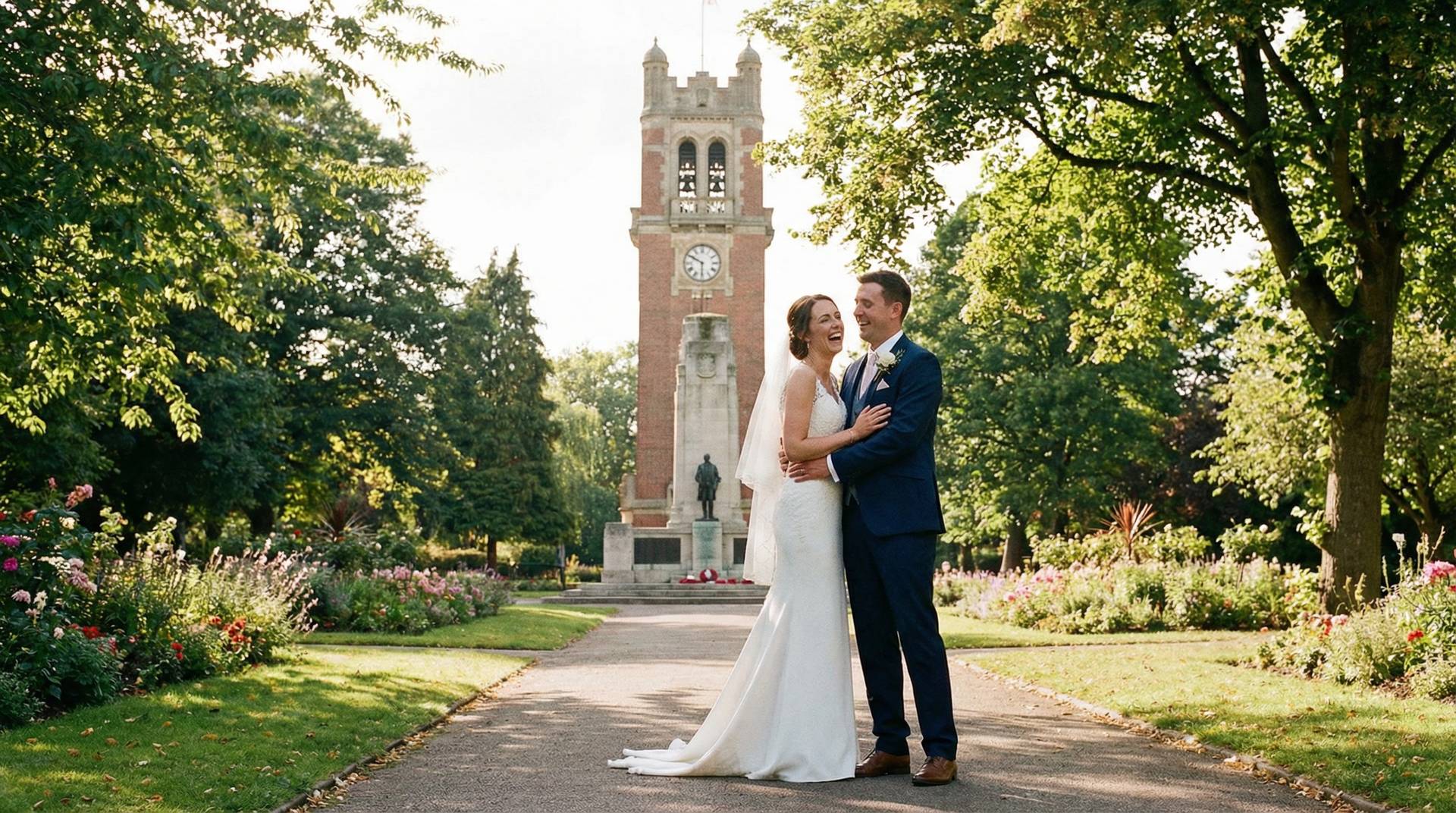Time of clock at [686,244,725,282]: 5:49
